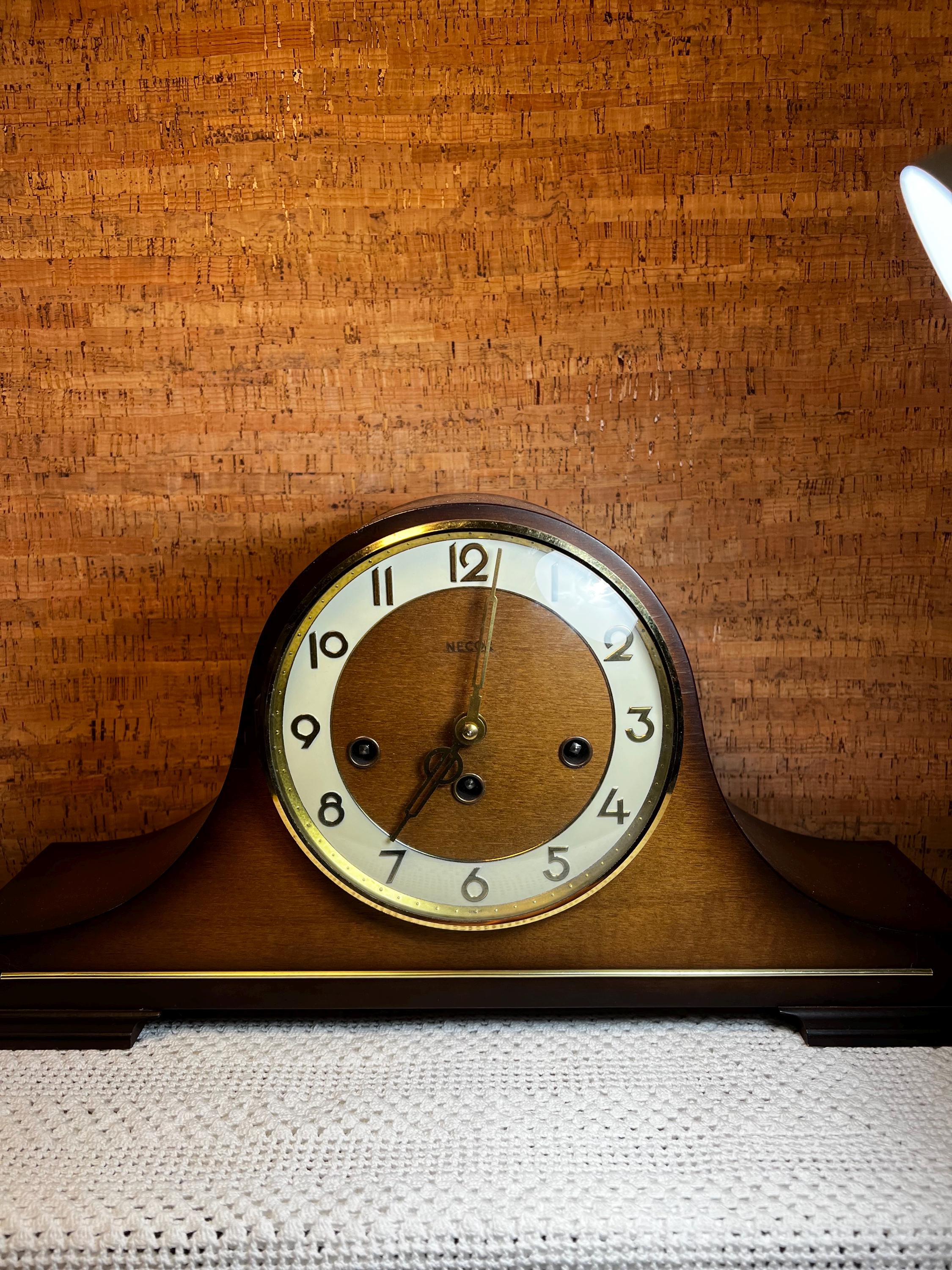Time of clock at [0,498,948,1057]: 7:01
